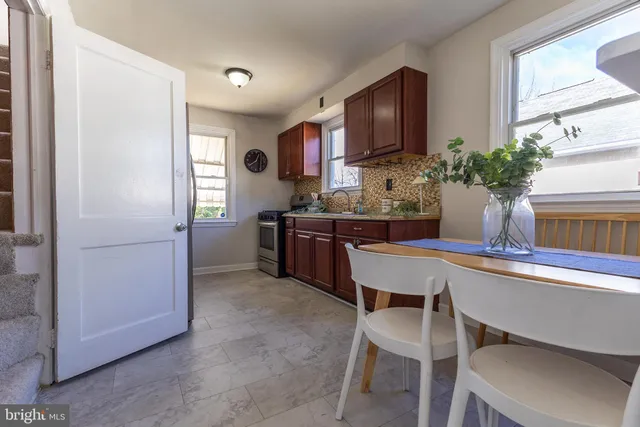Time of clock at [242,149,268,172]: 12:38
